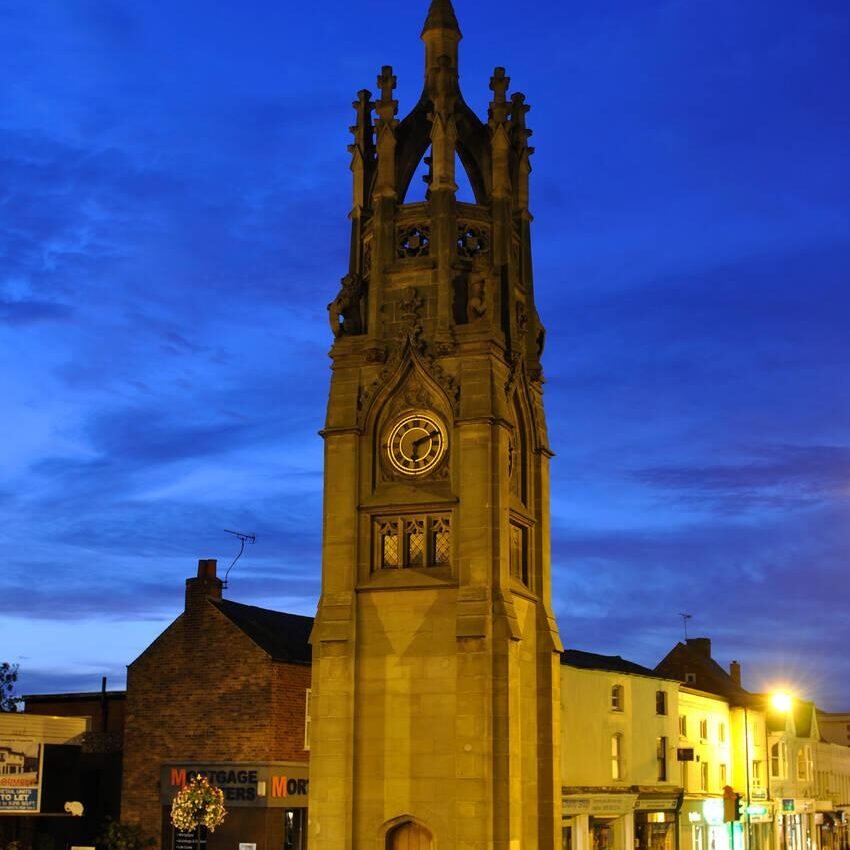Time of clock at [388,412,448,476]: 6:11
